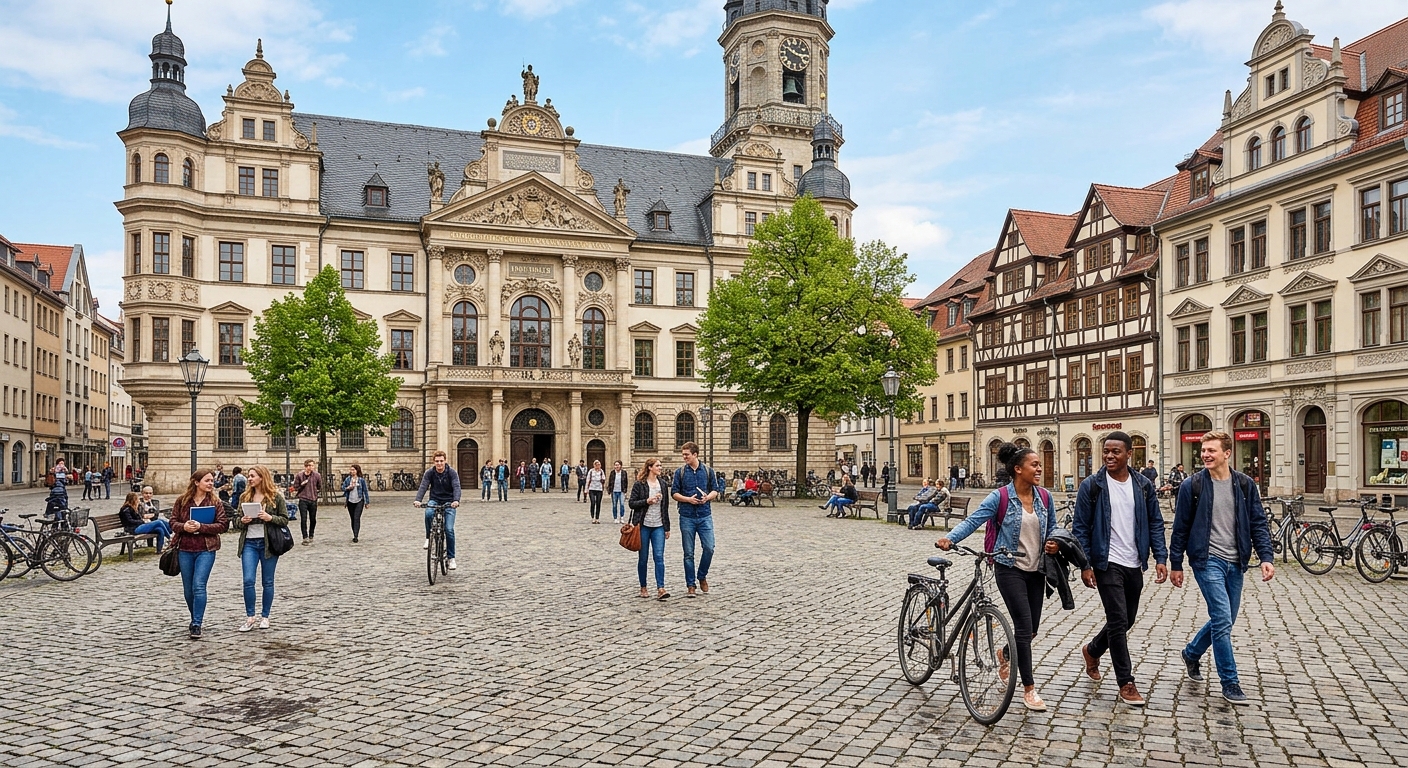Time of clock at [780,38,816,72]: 2:48
